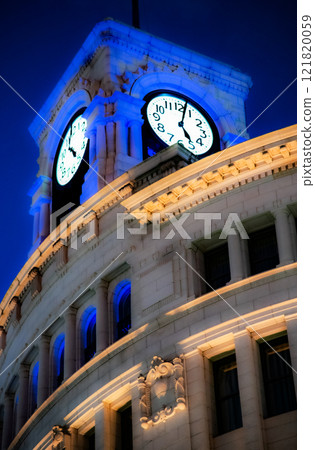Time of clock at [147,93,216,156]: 5:02
